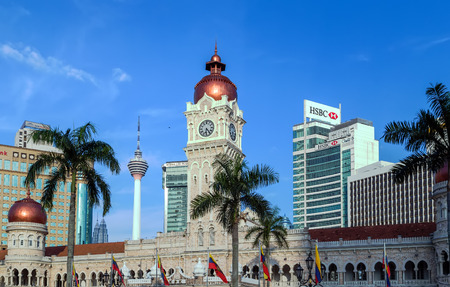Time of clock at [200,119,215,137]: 6:23
